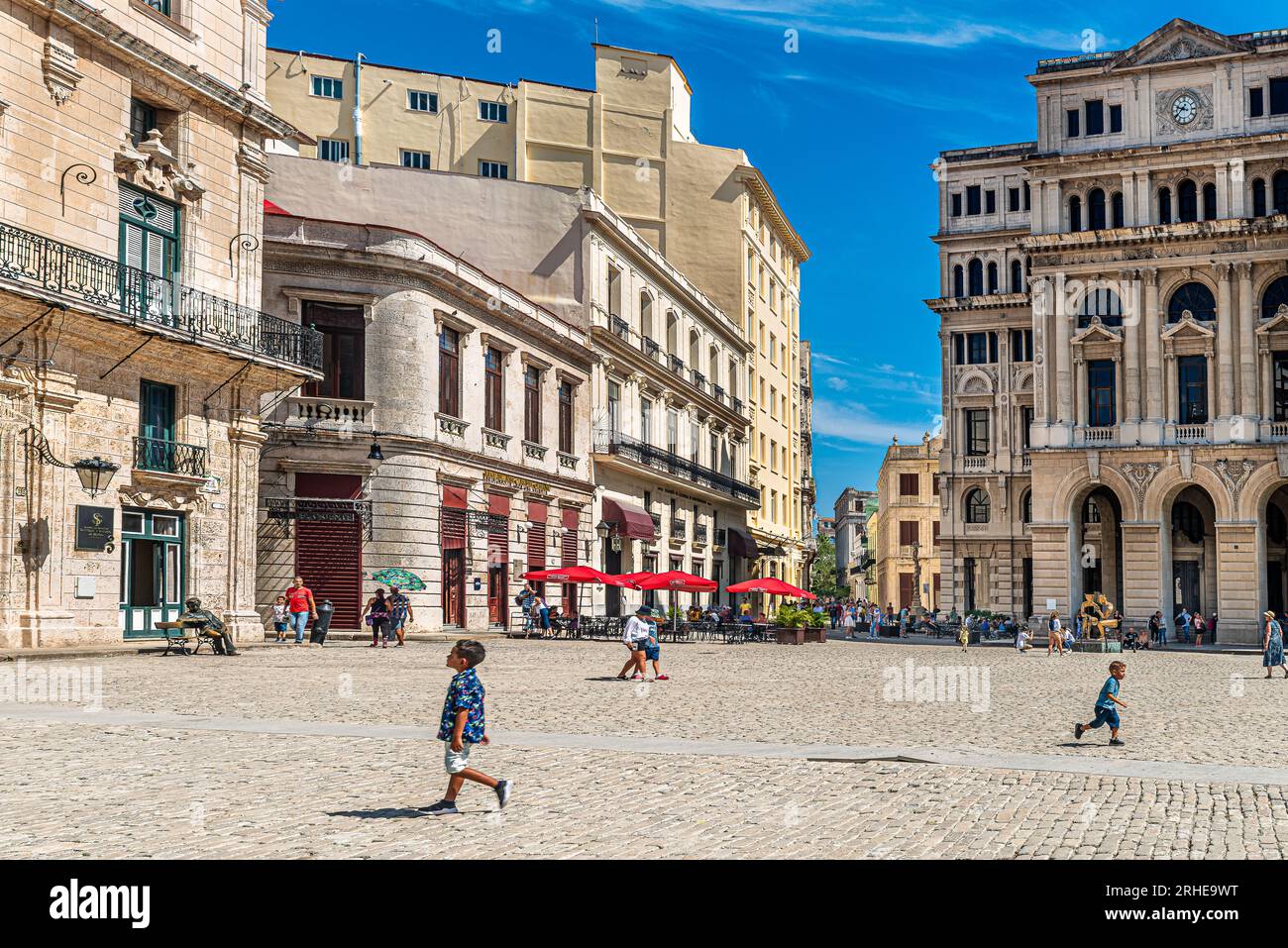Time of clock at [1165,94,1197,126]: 9:38
